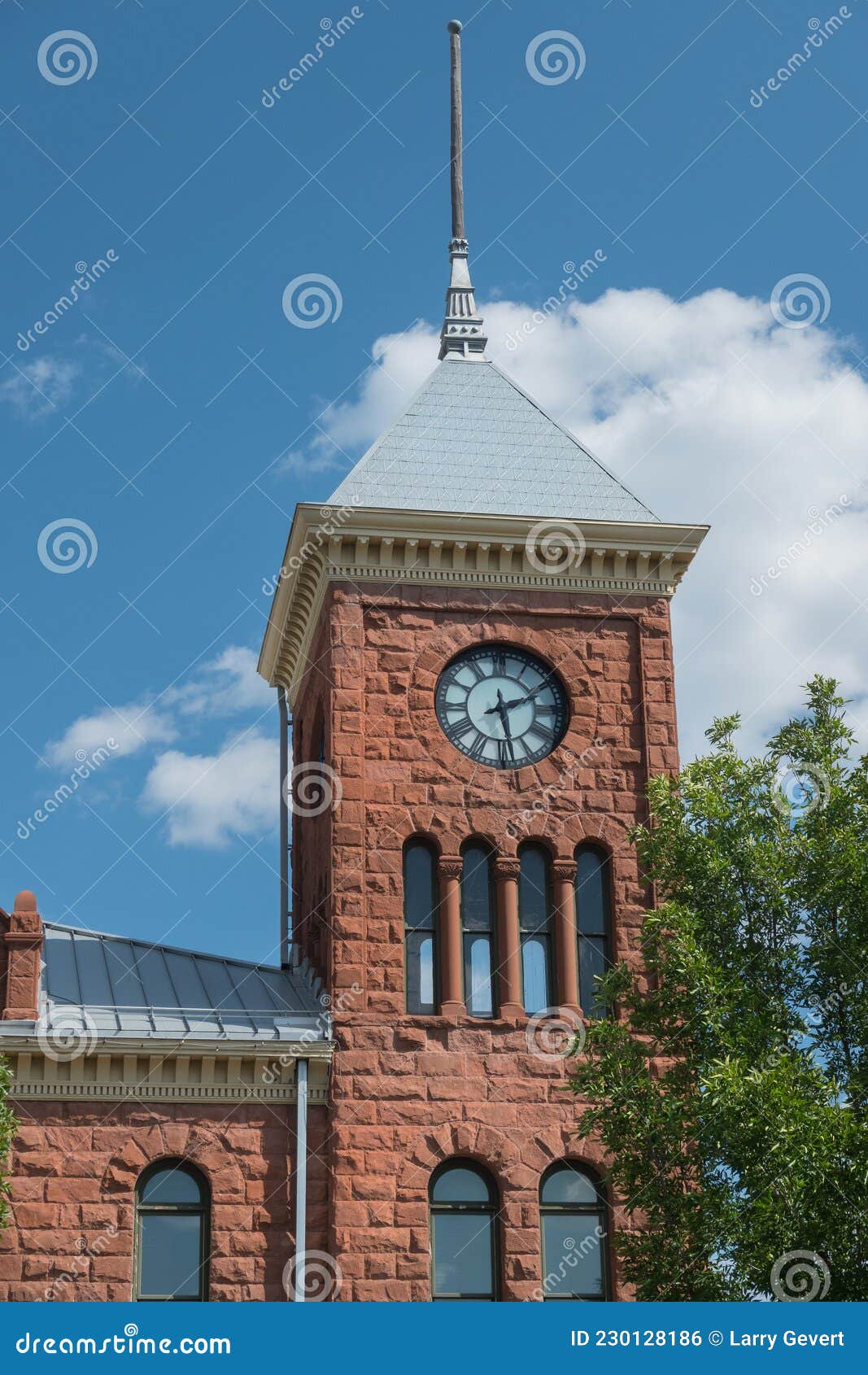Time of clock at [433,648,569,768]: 2:28
